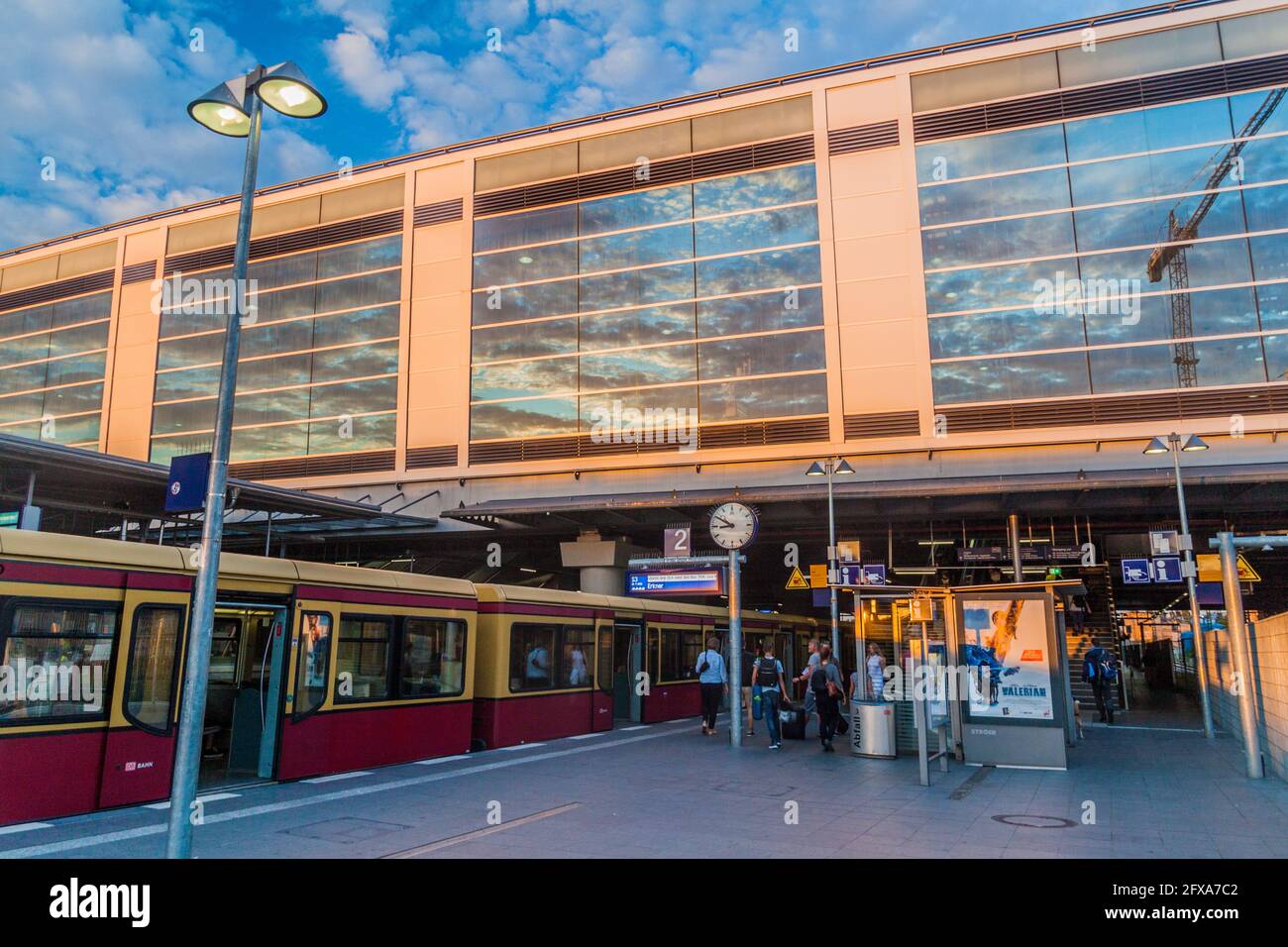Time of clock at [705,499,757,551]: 8:50
